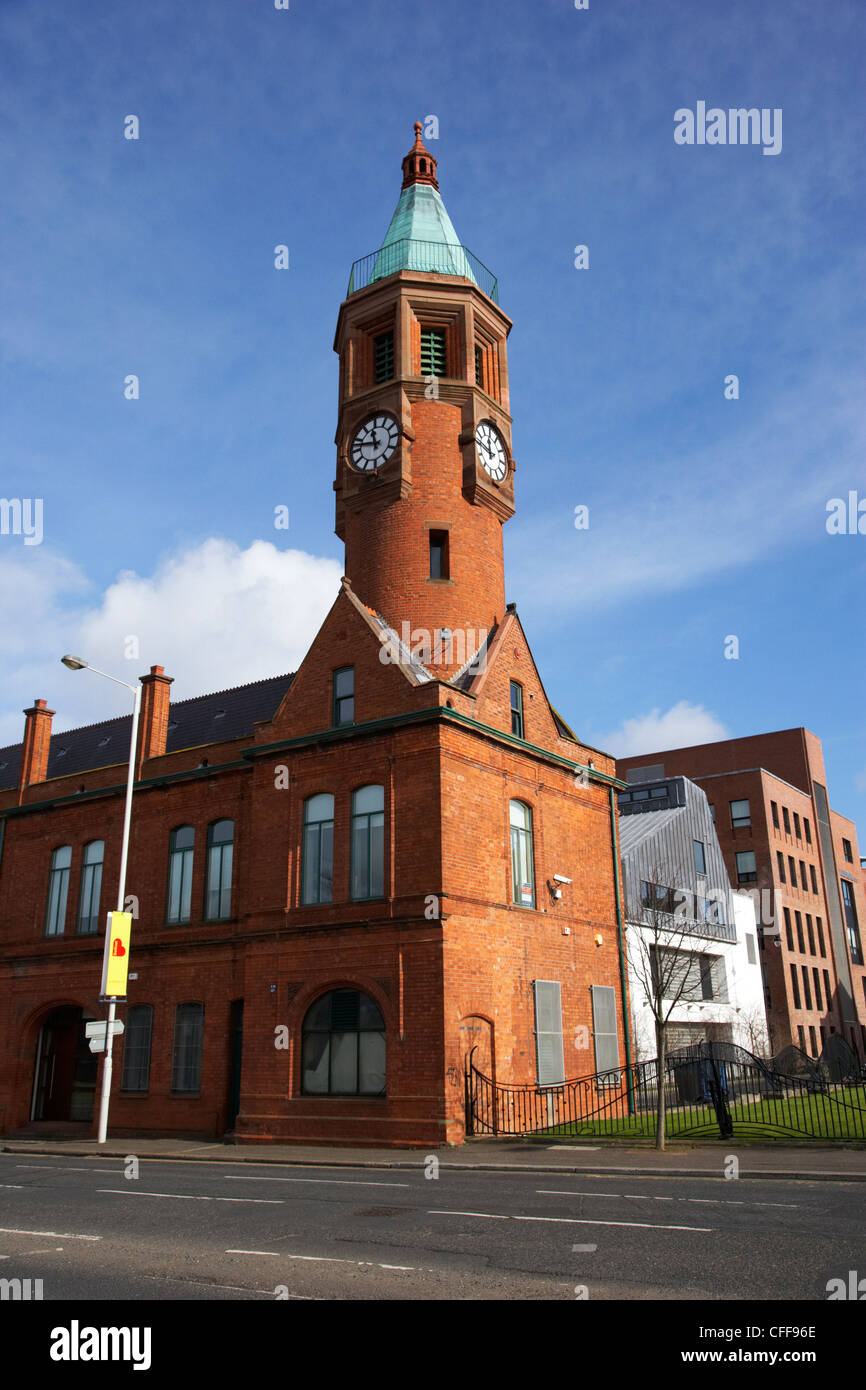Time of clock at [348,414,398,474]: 11:46
